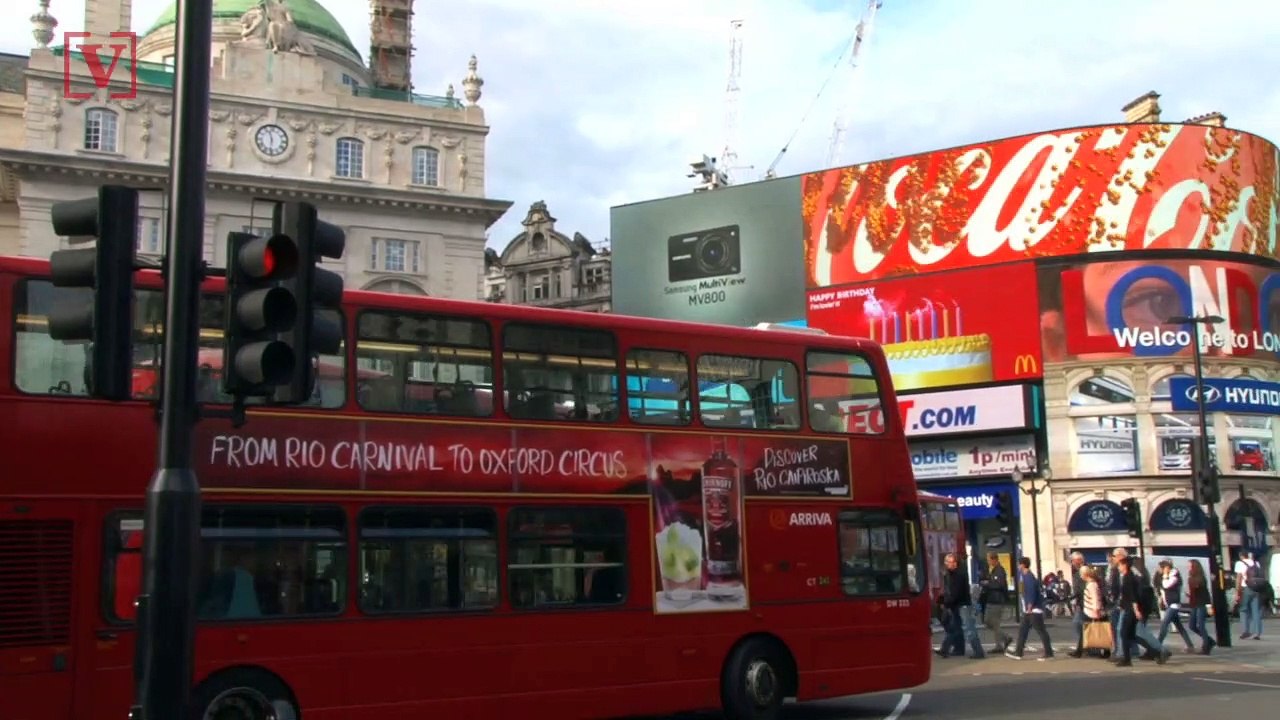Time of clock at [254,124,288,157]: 11:31
